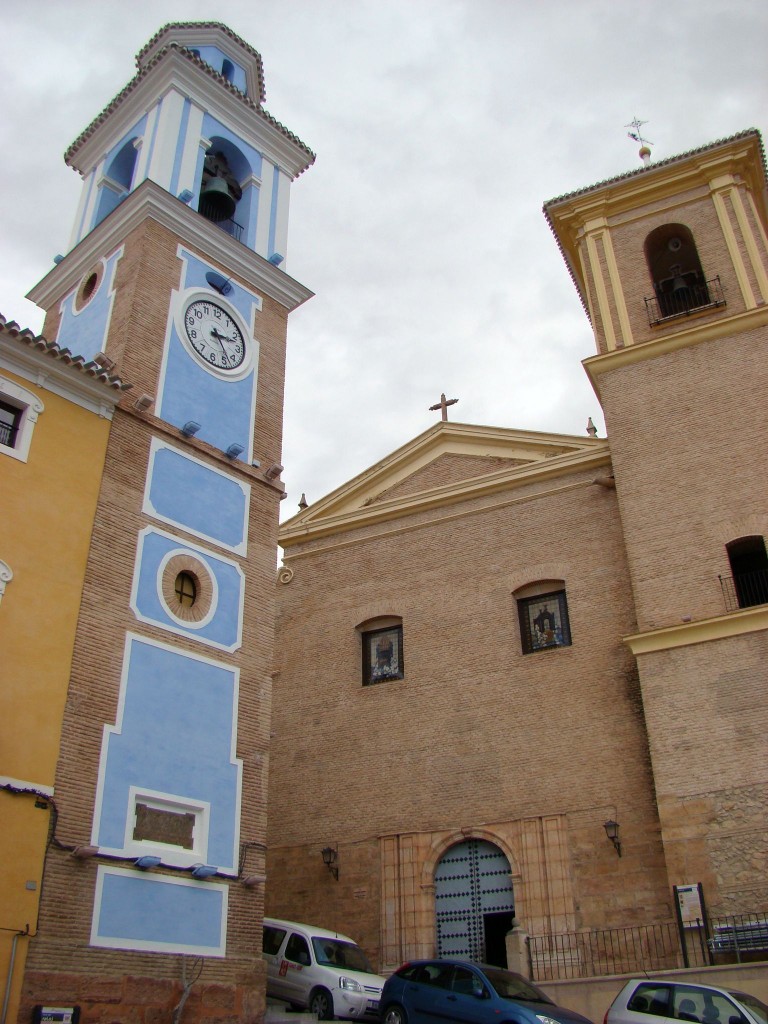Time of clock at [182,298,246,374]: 2:23
